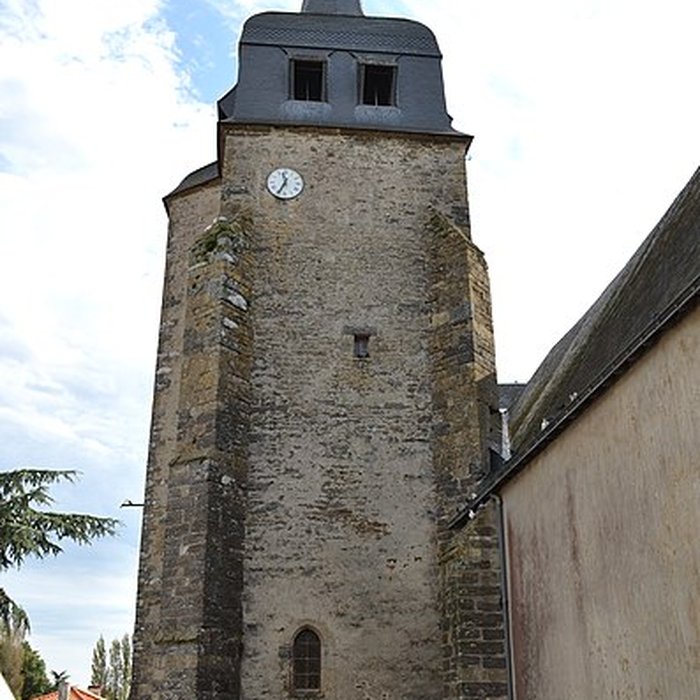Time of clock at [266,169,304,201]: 11:34
